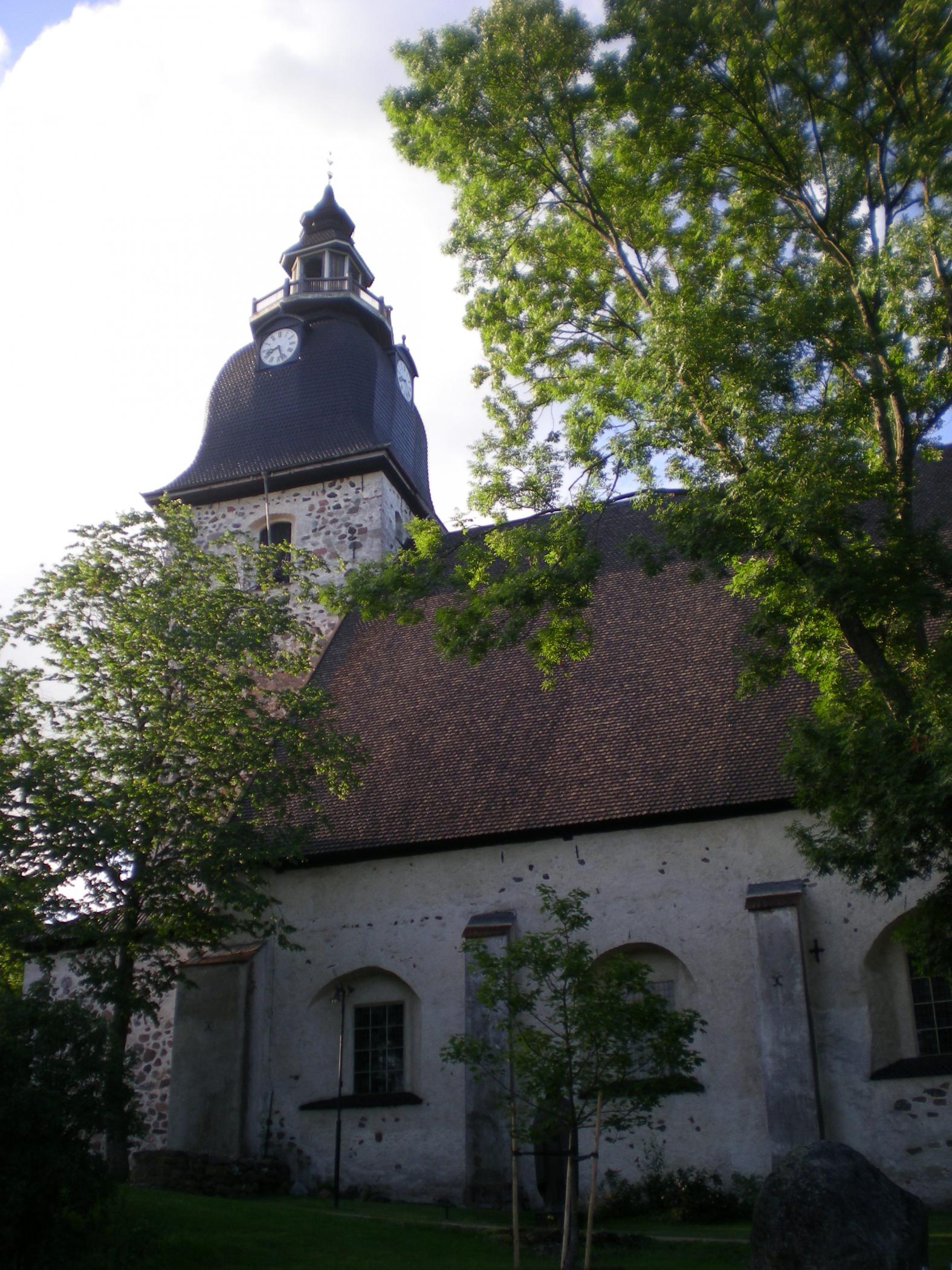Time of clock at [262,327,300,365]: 8:26
